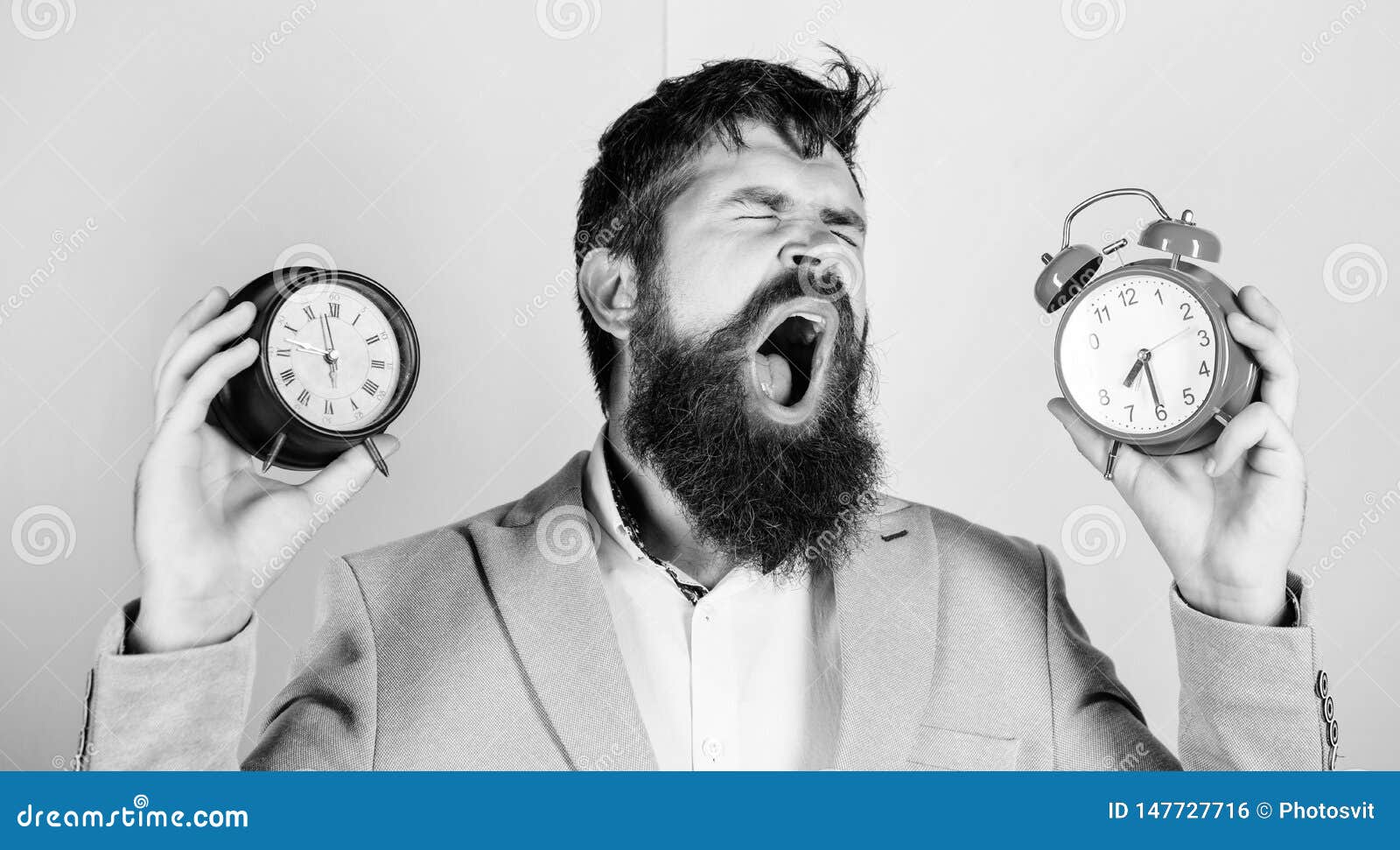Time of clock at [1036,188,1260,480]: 7:30
